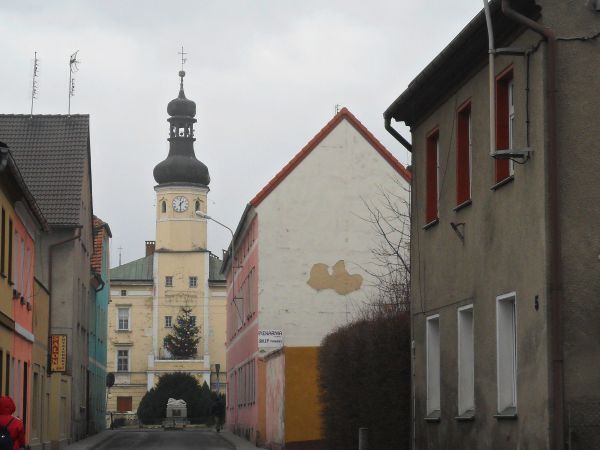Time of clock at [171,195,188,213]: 1:29
